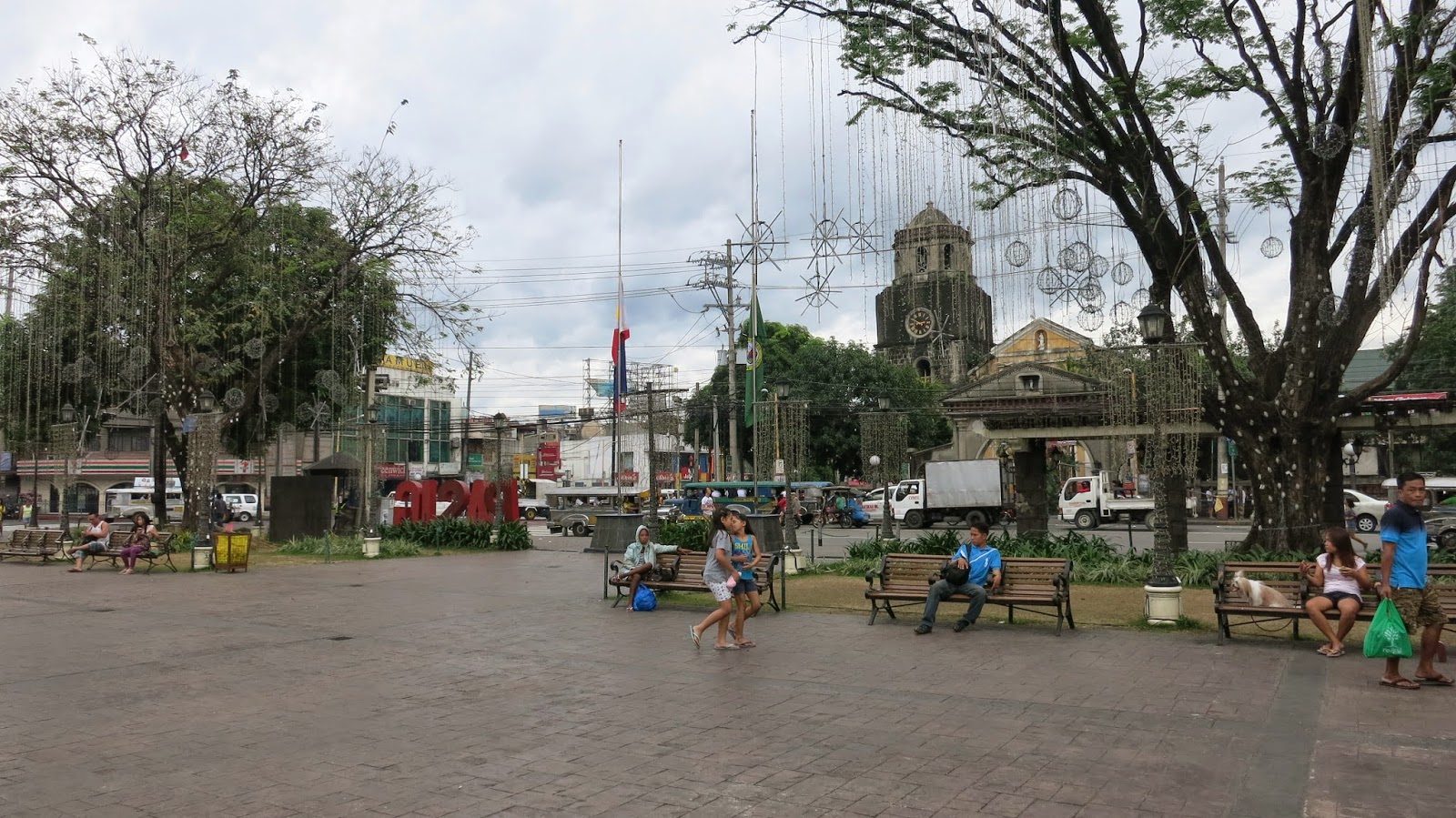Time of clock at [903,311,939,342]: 2:48
